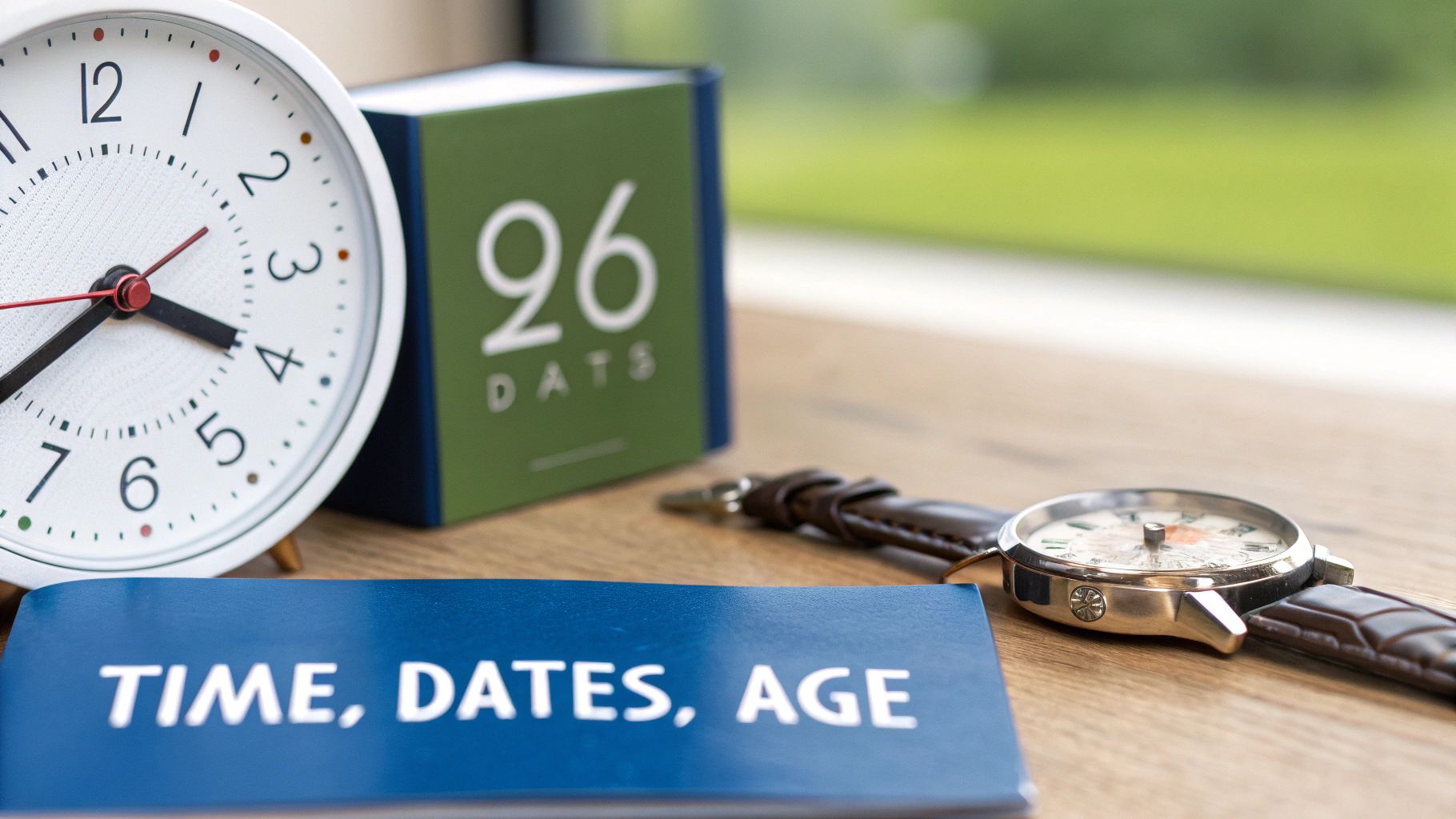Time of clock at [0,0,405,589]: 3:40
